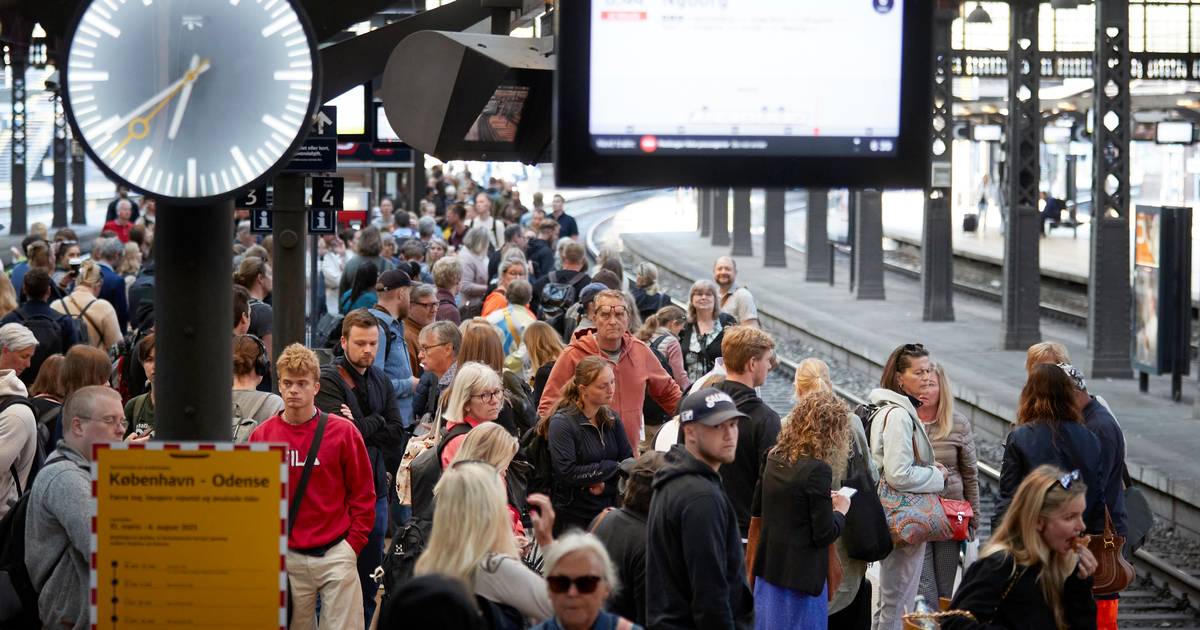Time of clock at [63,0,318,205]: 6:38
